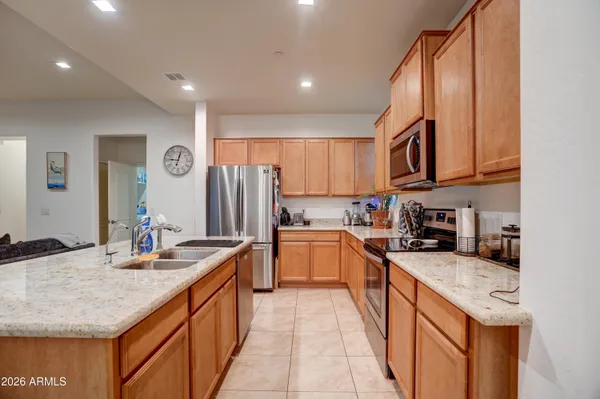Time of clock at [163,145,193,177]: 9:02
